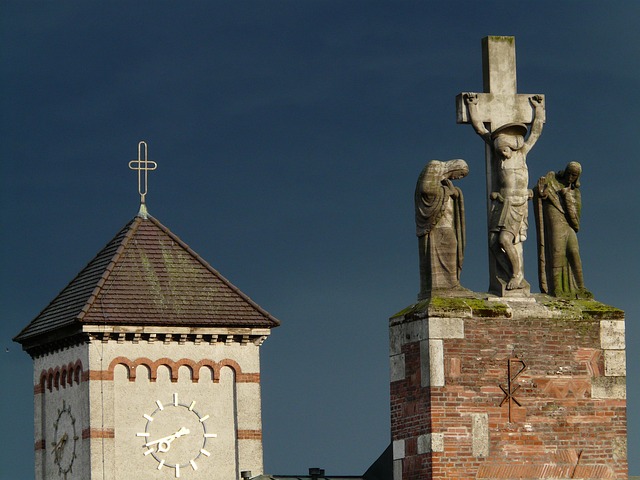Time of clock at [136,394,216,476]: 7:42
